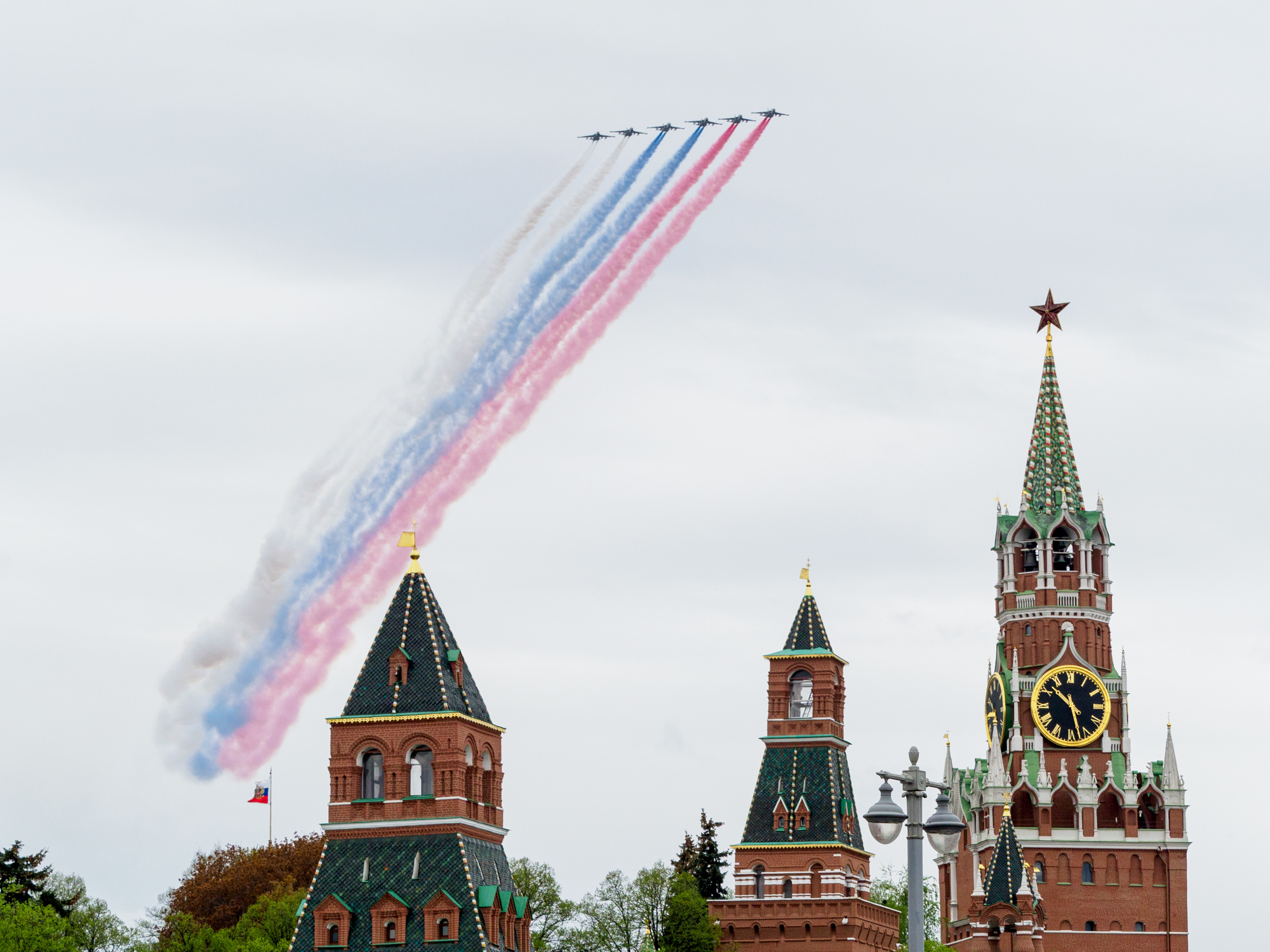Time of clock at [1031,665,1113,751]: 10:27
